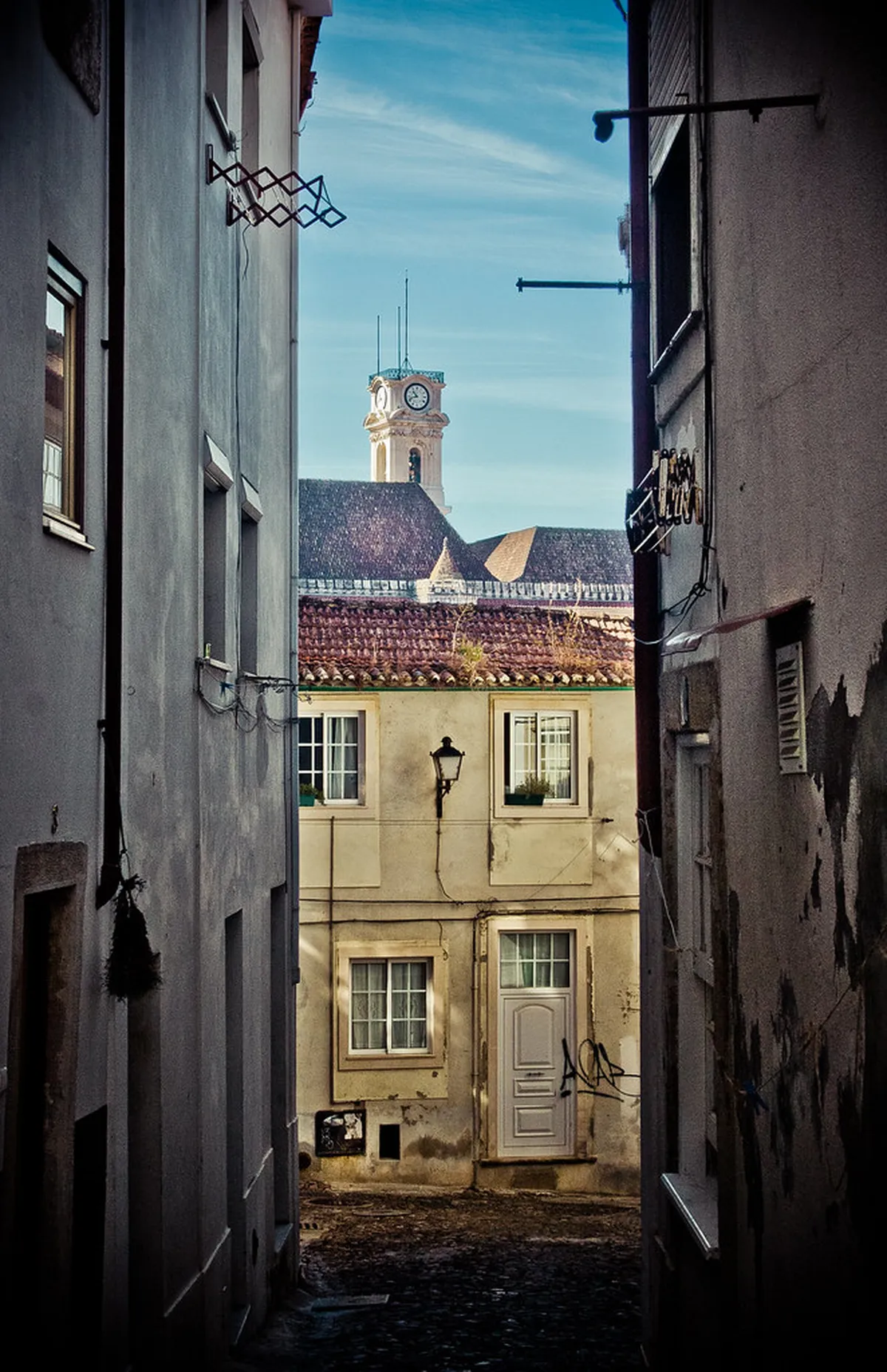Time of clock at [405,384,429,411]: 10:42
